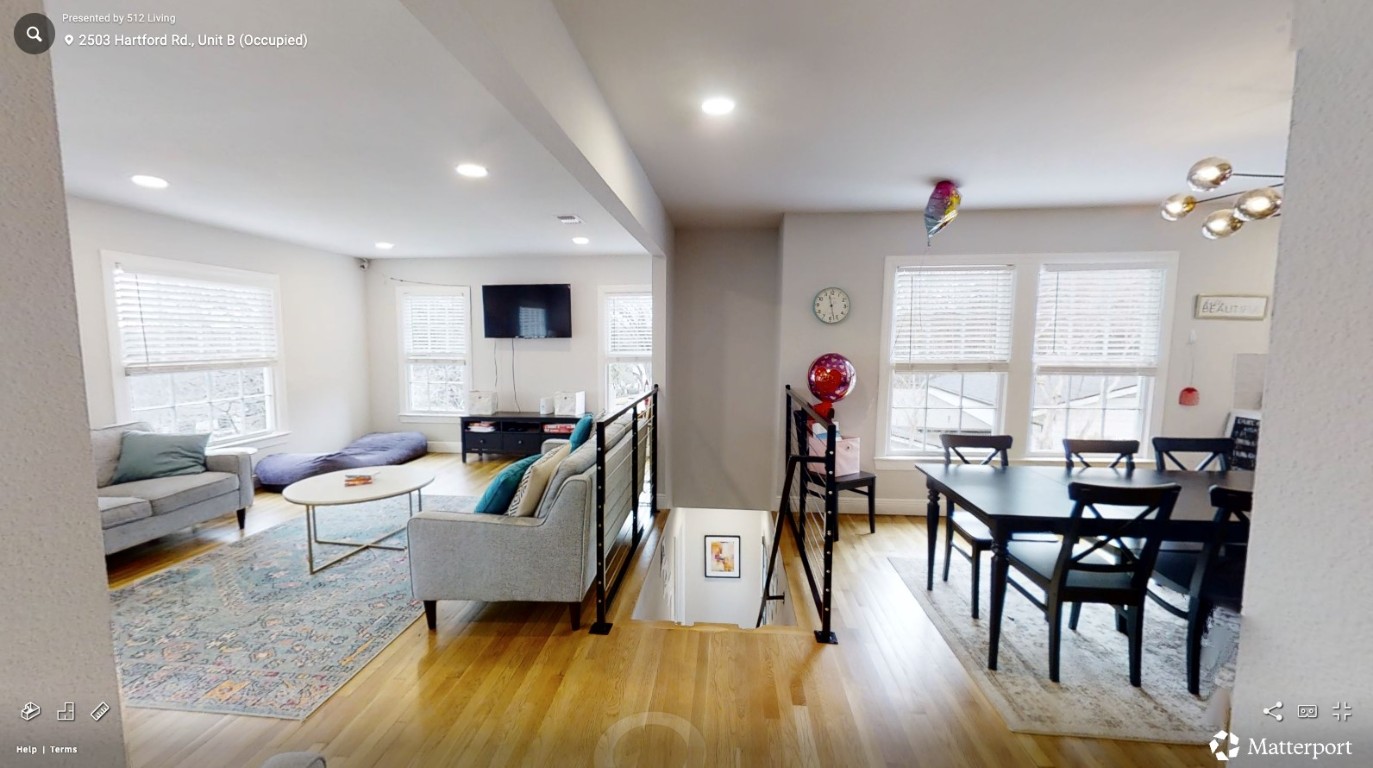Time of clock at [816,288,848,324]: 11:27
